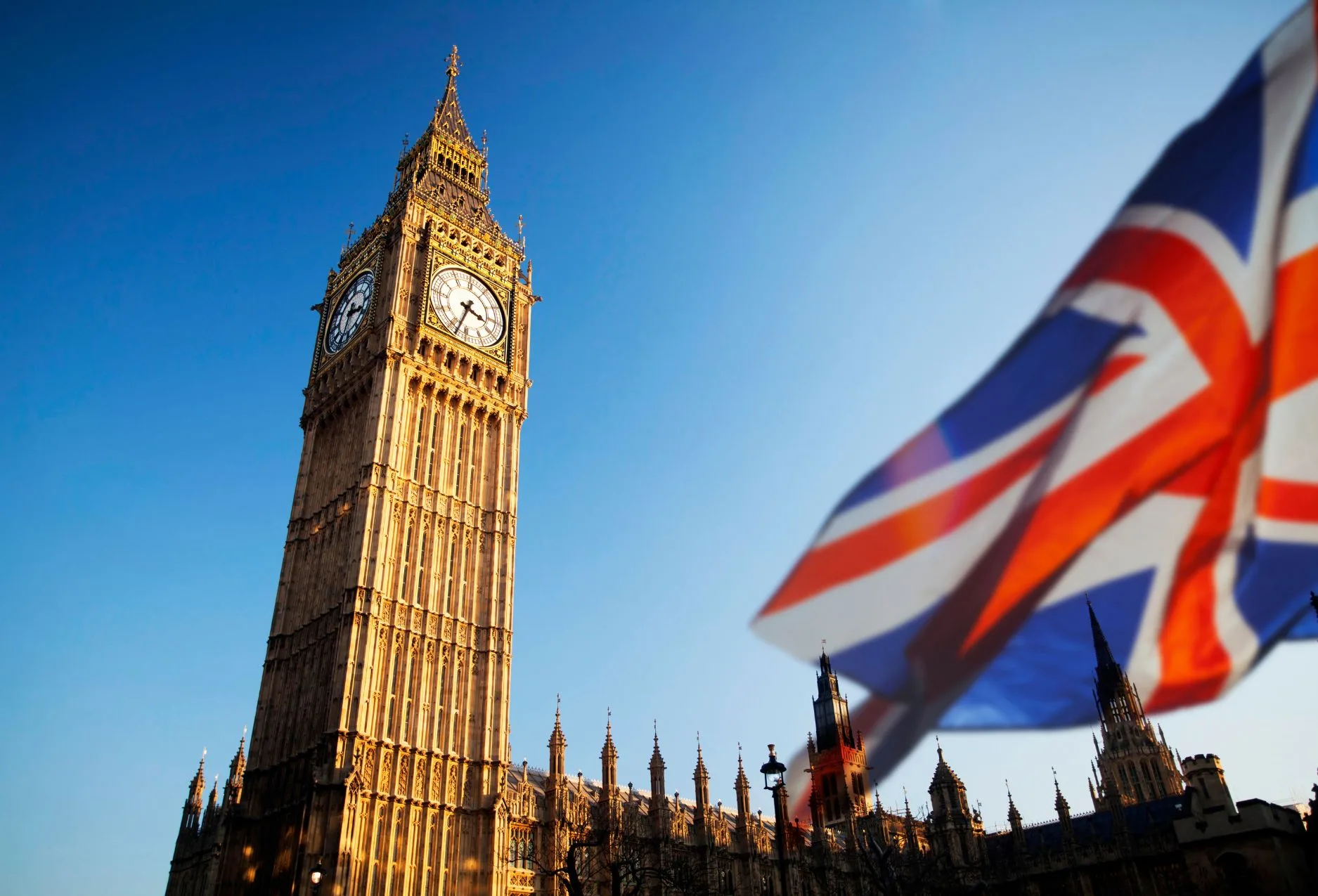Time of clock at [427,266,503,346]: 3:33
